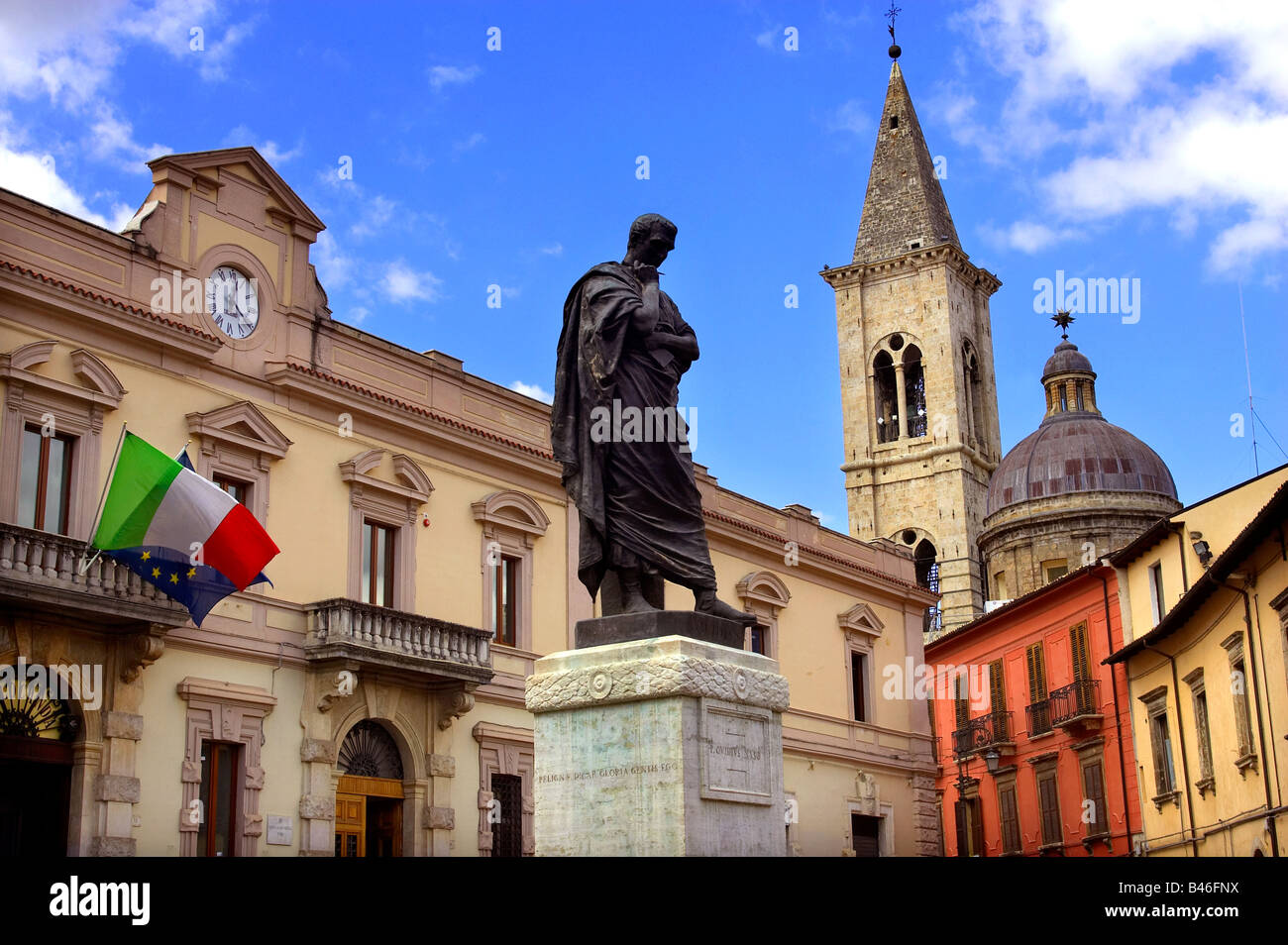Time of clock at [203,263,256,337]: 4:01
